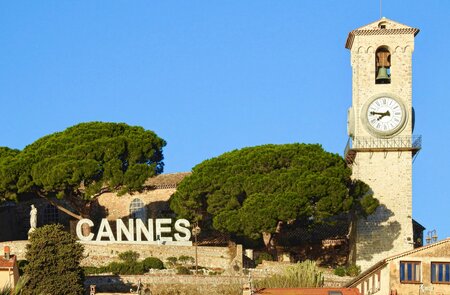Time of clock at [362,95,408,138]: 7:46
